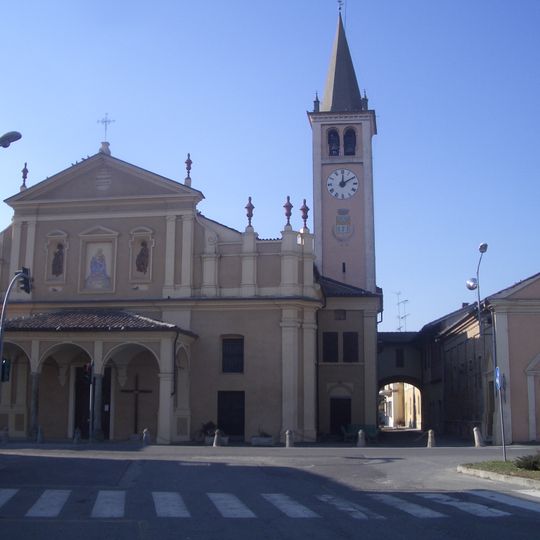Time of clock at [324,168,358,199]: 12:09
